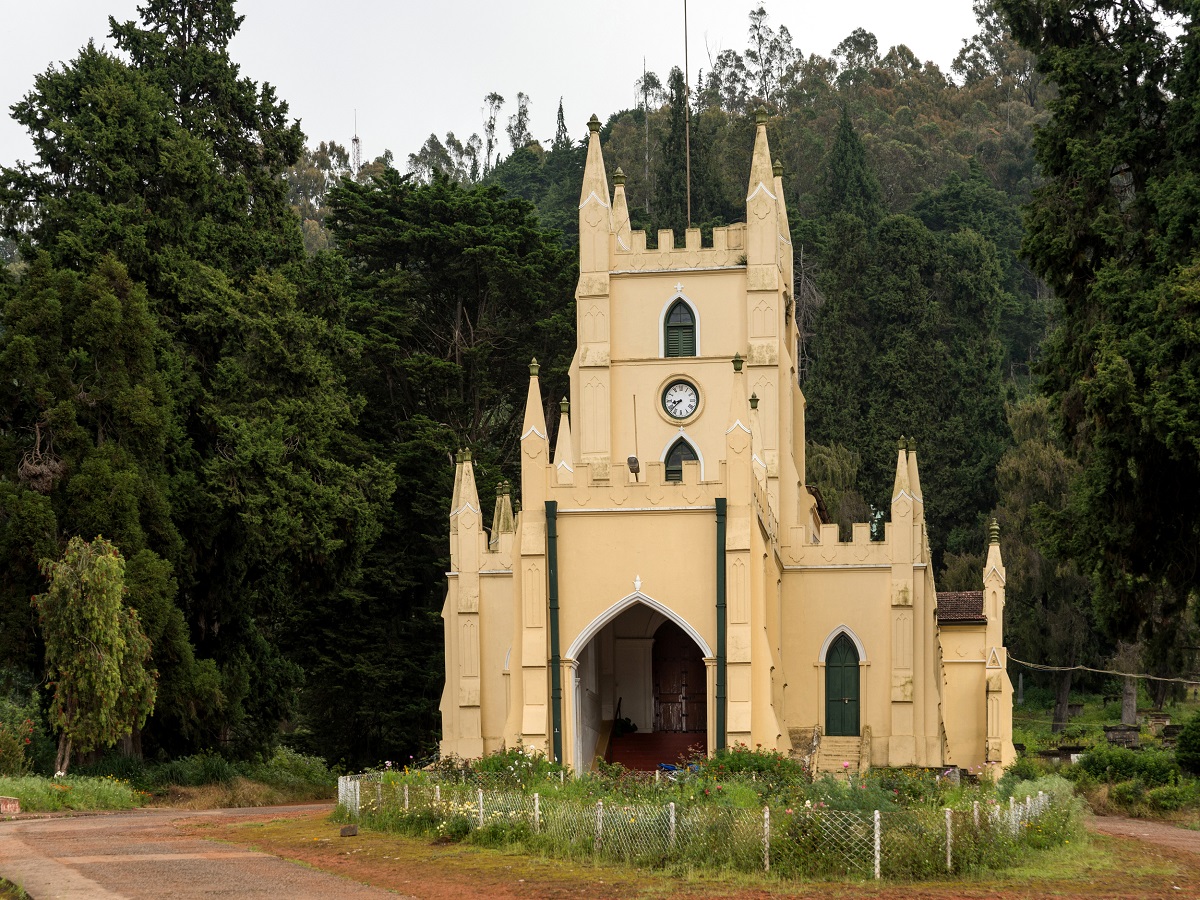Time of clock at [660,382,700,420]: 8:38
